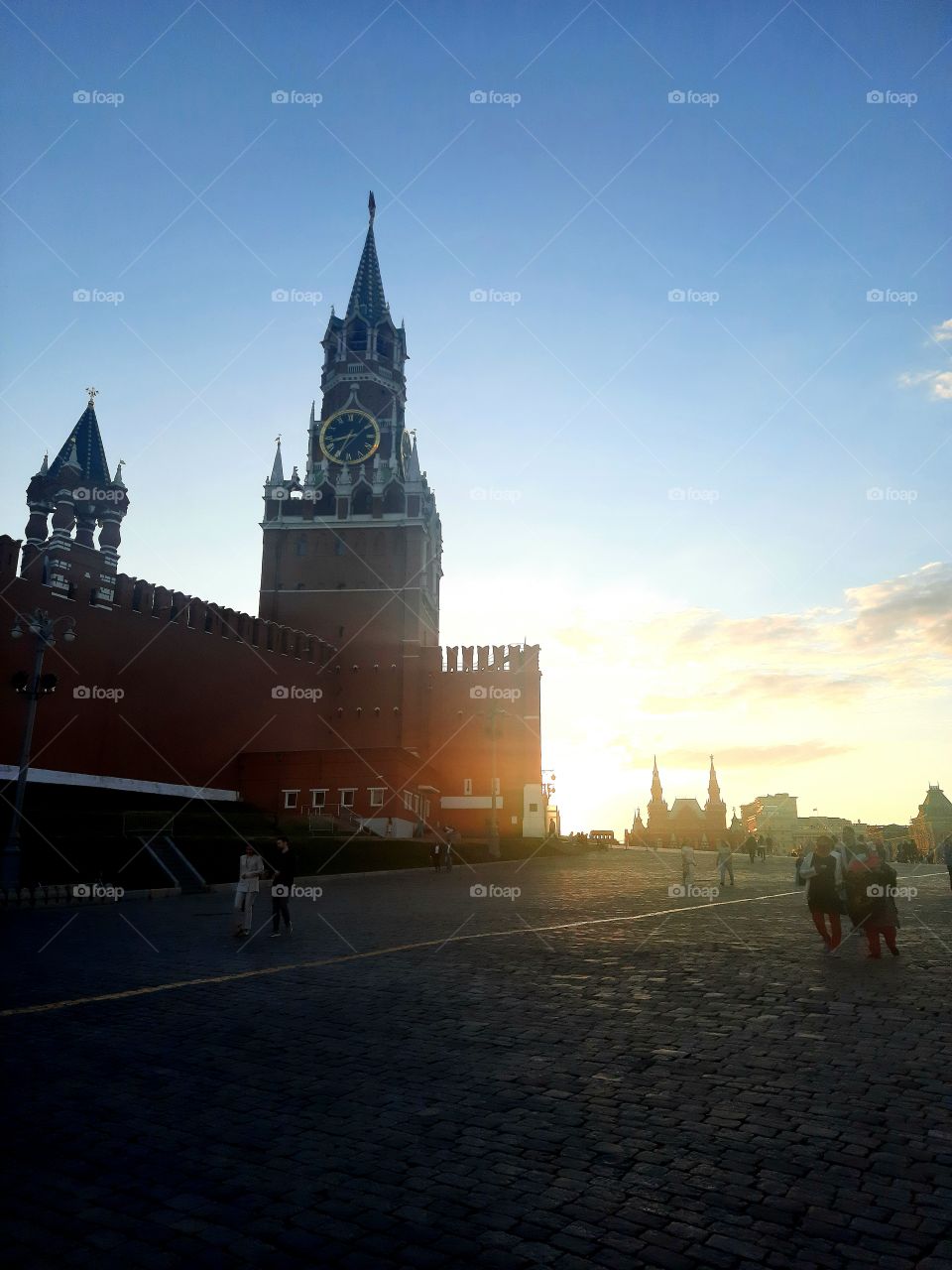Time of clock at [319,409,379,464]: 8:34
